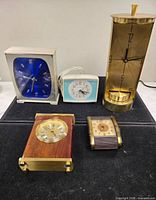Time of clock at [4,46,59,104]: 8:32
